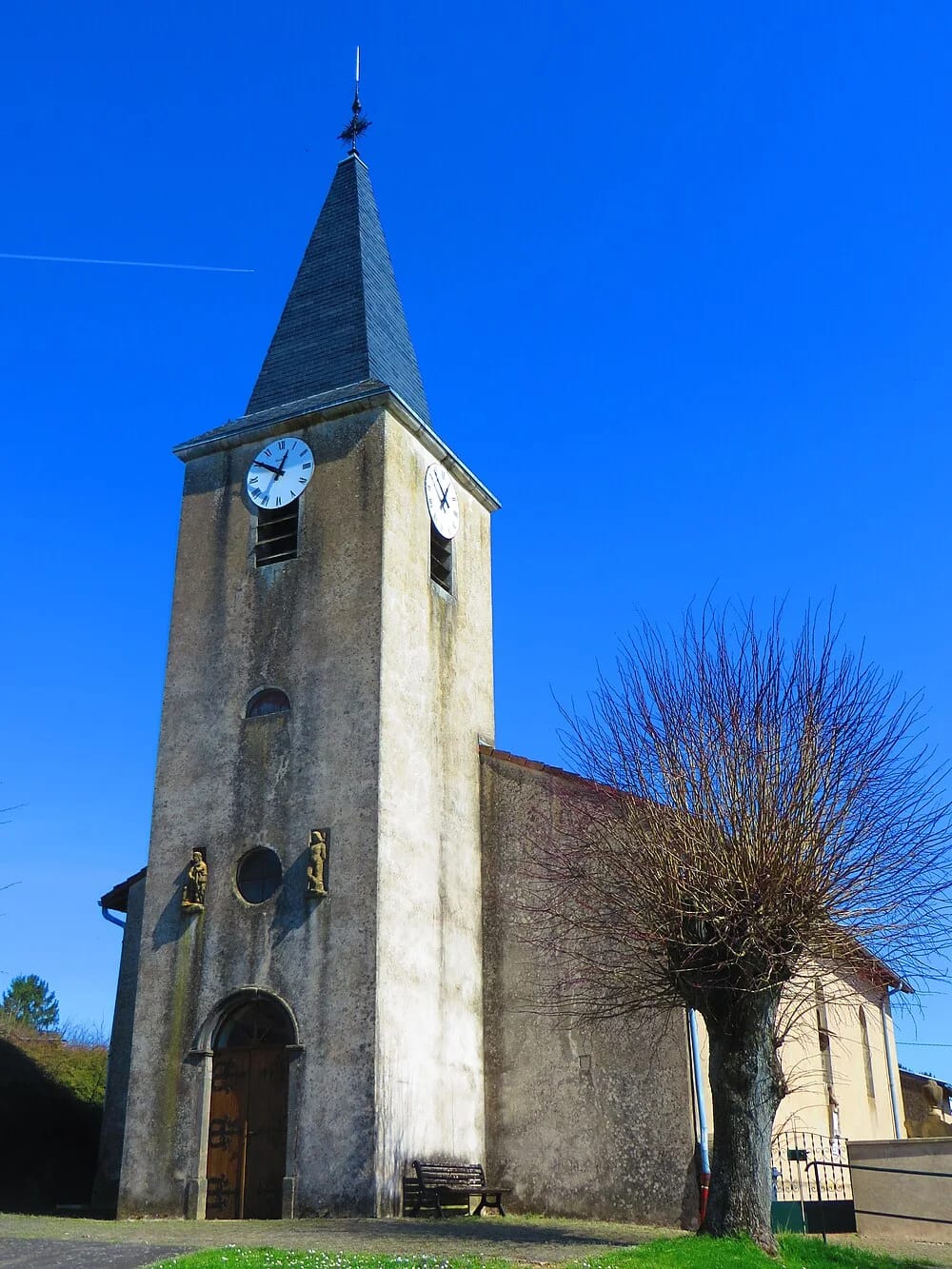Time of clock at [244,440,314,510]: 12:50
